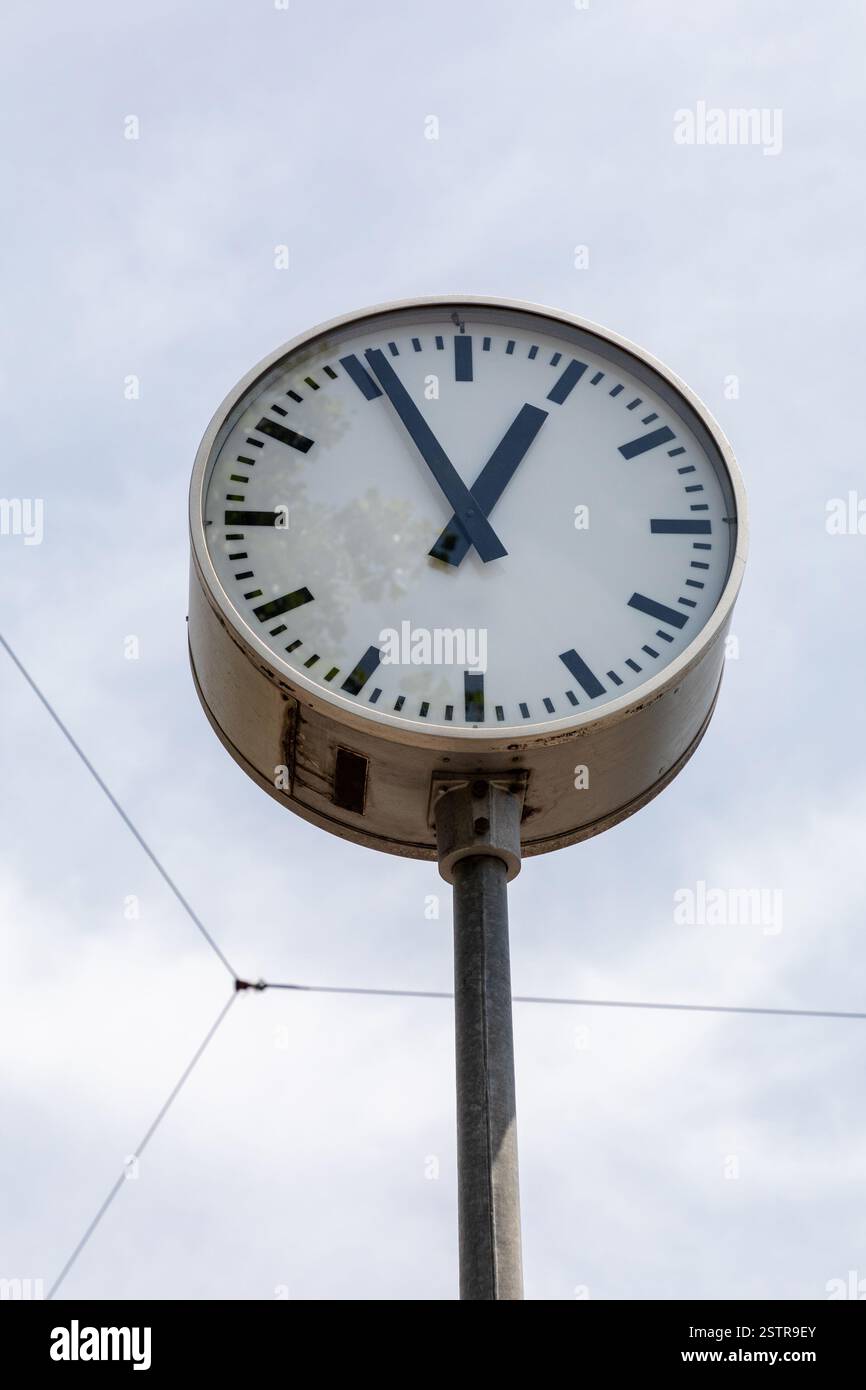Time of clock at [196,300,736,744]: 12:55
